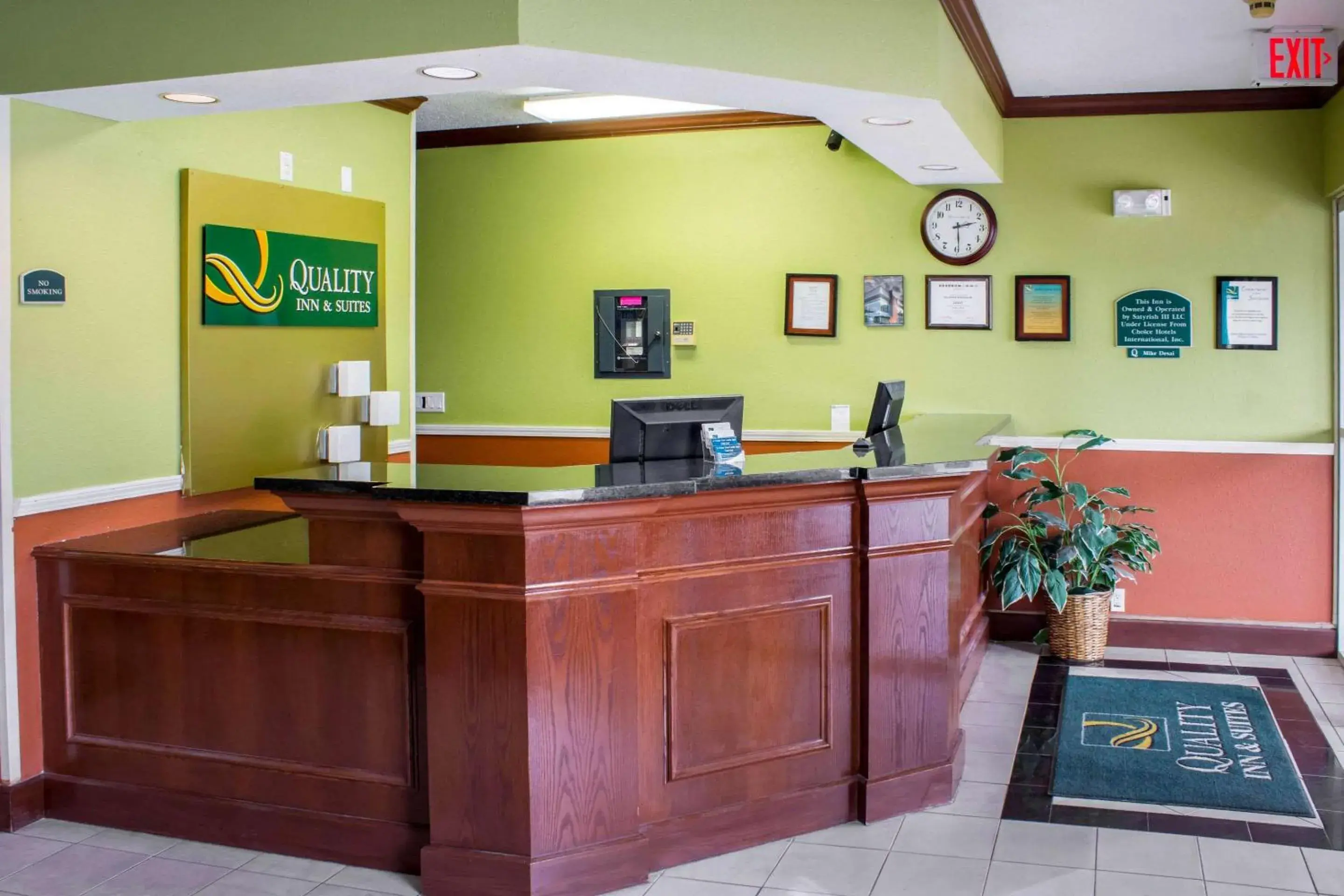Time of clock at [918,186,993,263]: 2:29
